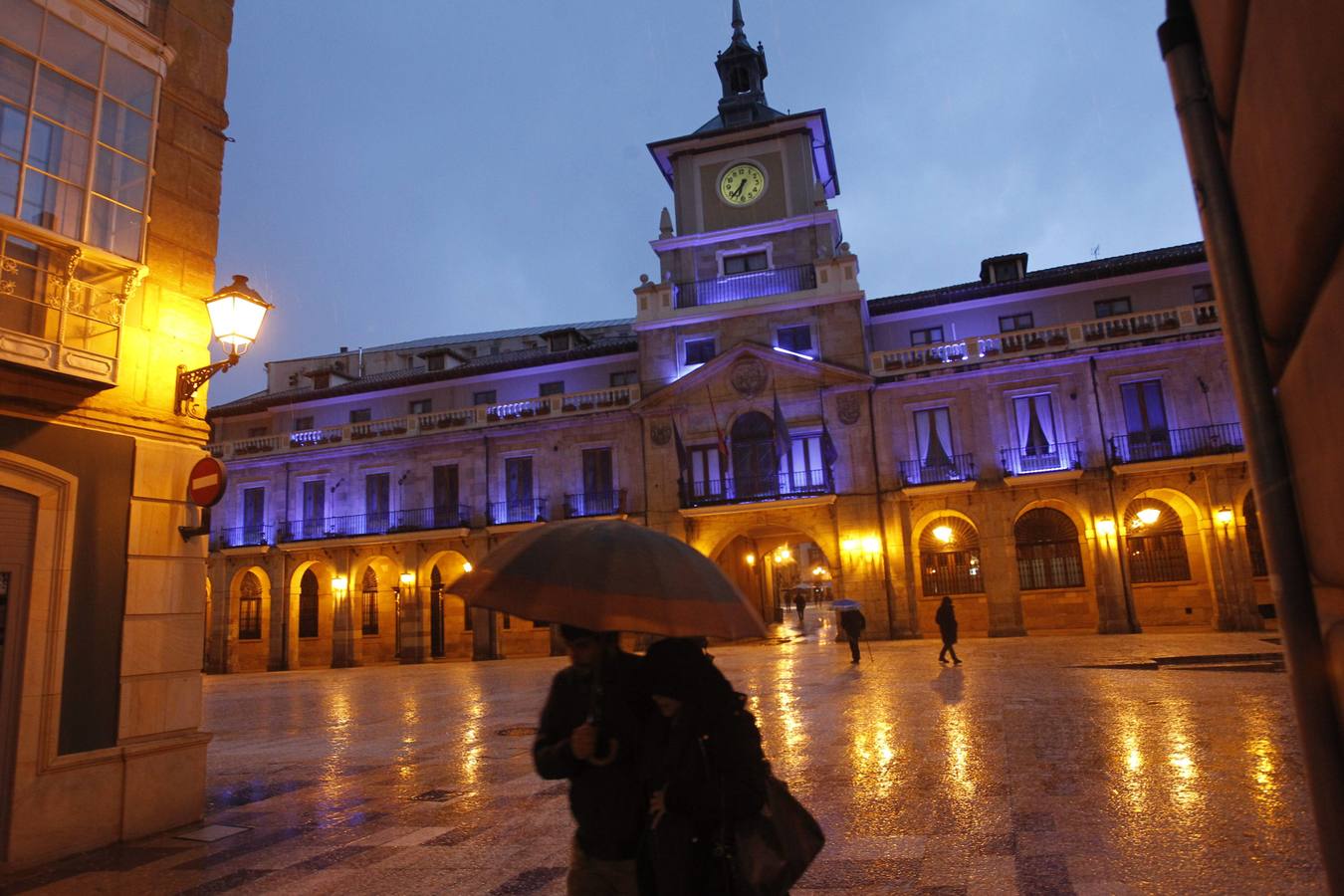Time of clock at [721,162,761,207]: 6:37
